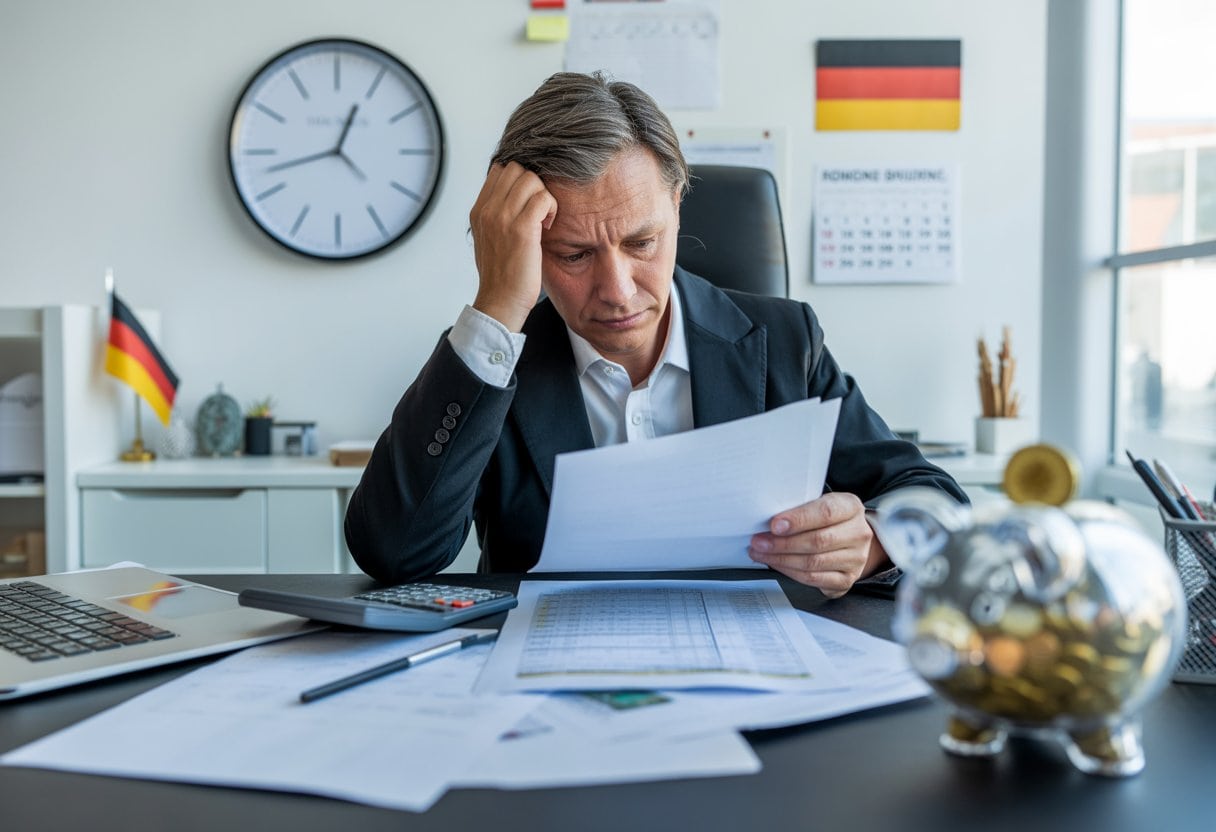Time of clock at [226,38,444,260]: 12:42
